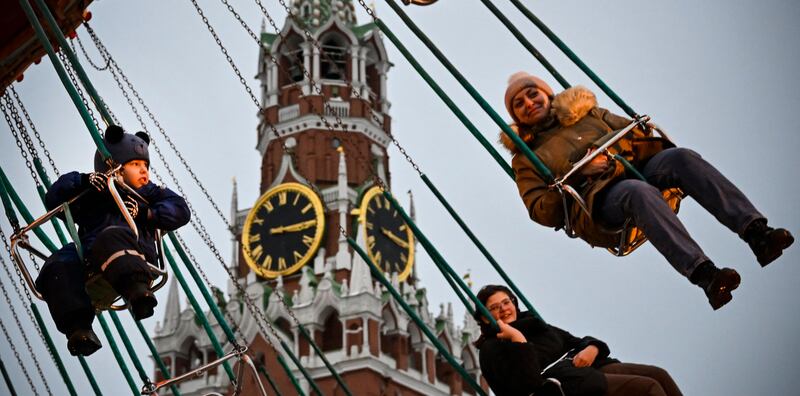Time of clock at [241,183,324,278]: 3:14
